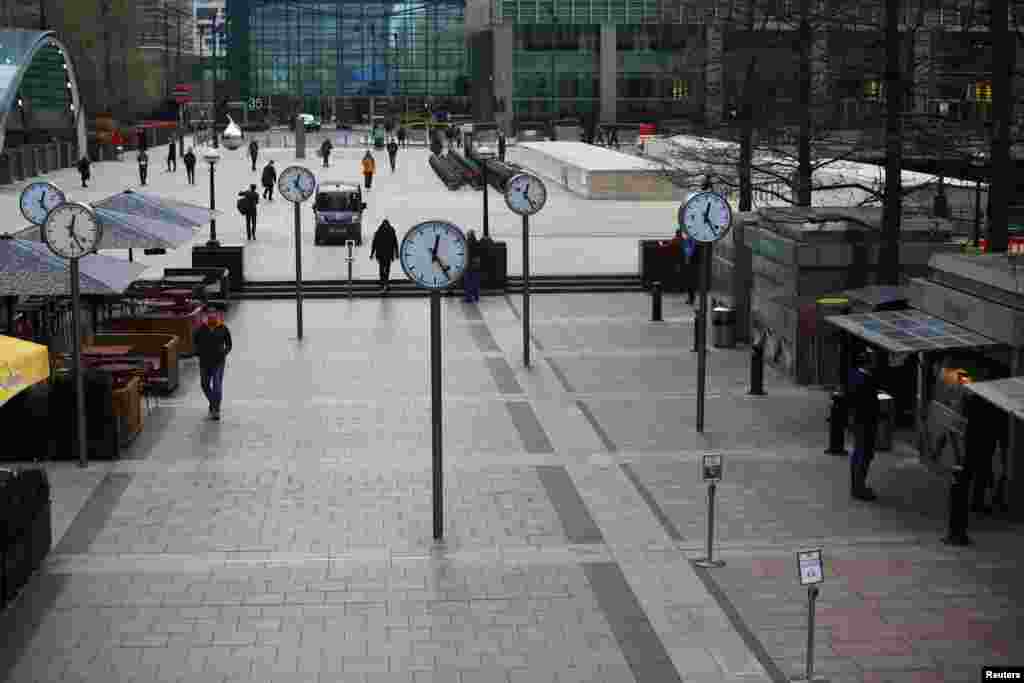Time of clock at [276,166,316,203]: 12:23
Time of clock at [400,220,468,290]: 12:24
